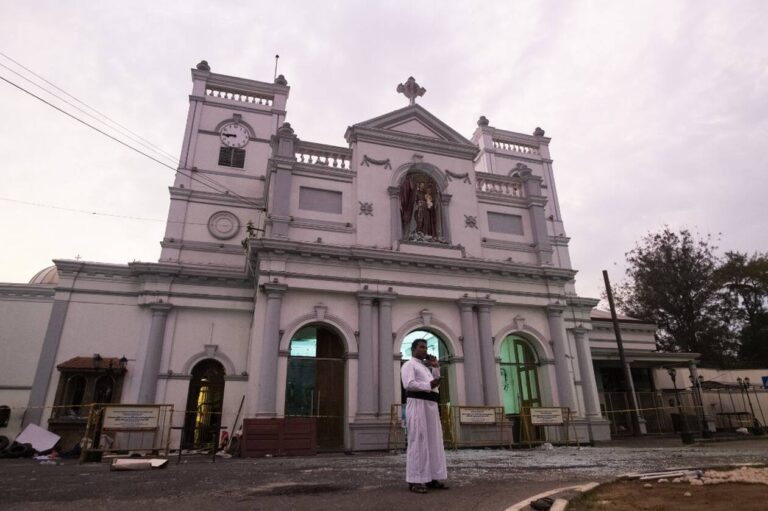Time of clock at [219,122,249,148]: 8:45
